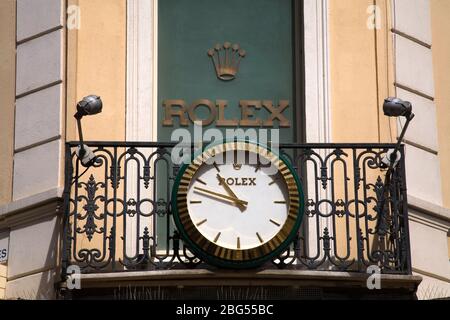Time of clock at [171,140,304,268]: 10:47
